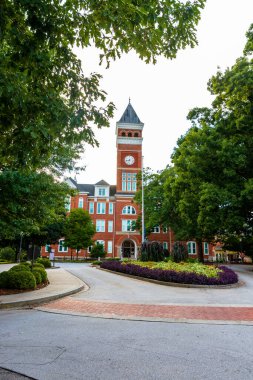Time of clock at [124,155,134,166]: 8:32
